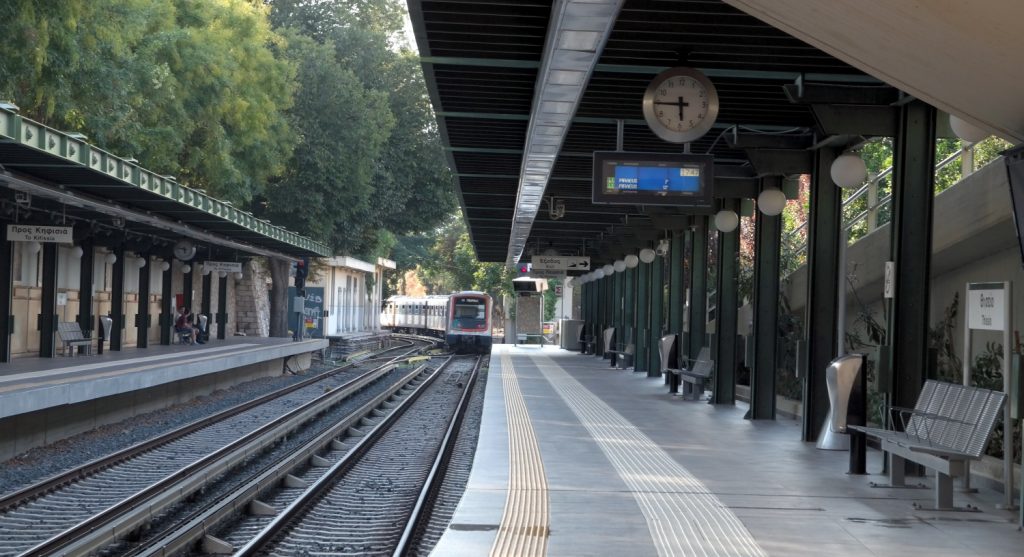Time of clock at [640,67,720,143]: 5:45
